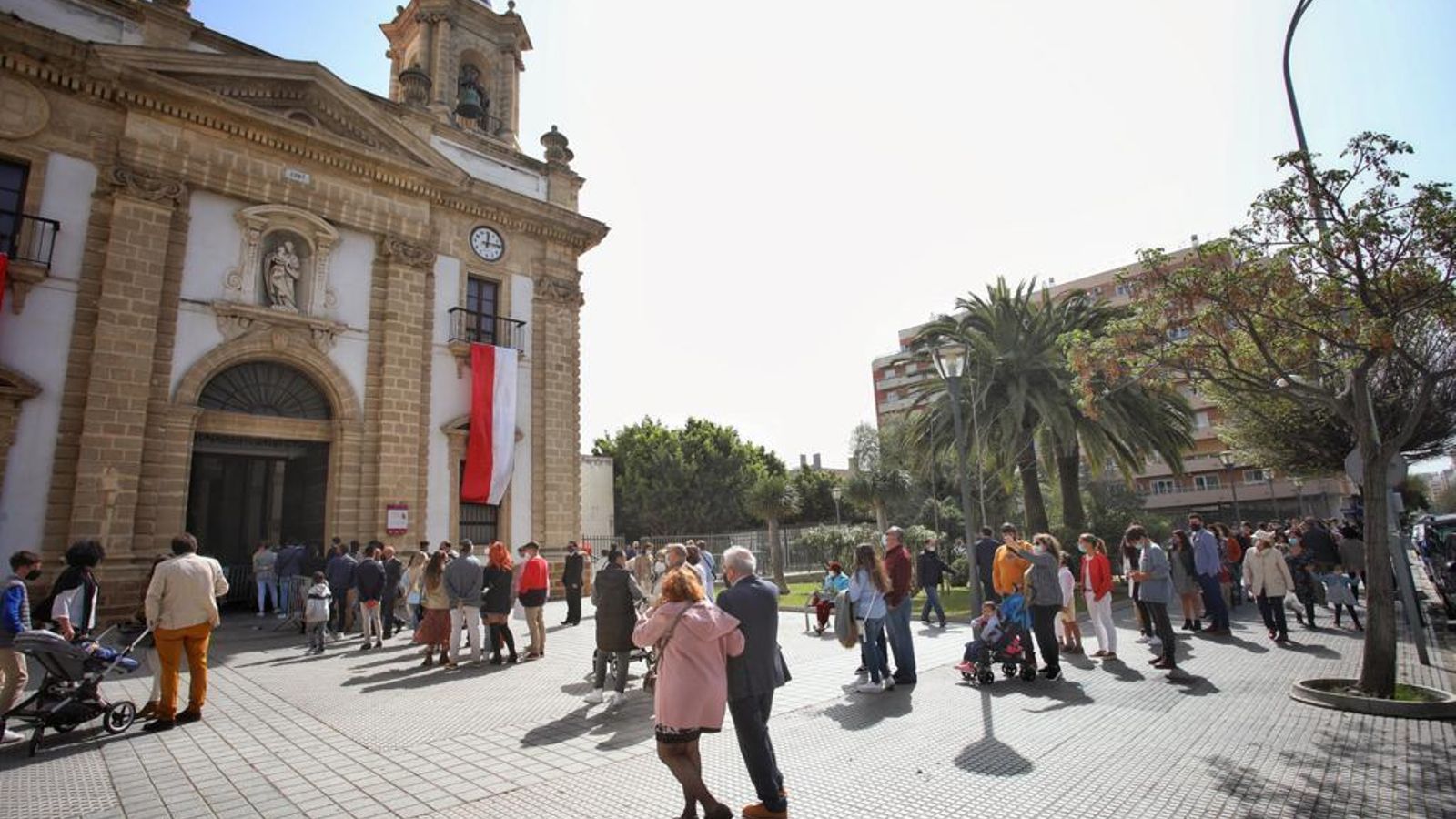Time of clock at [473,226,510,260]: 12:14
